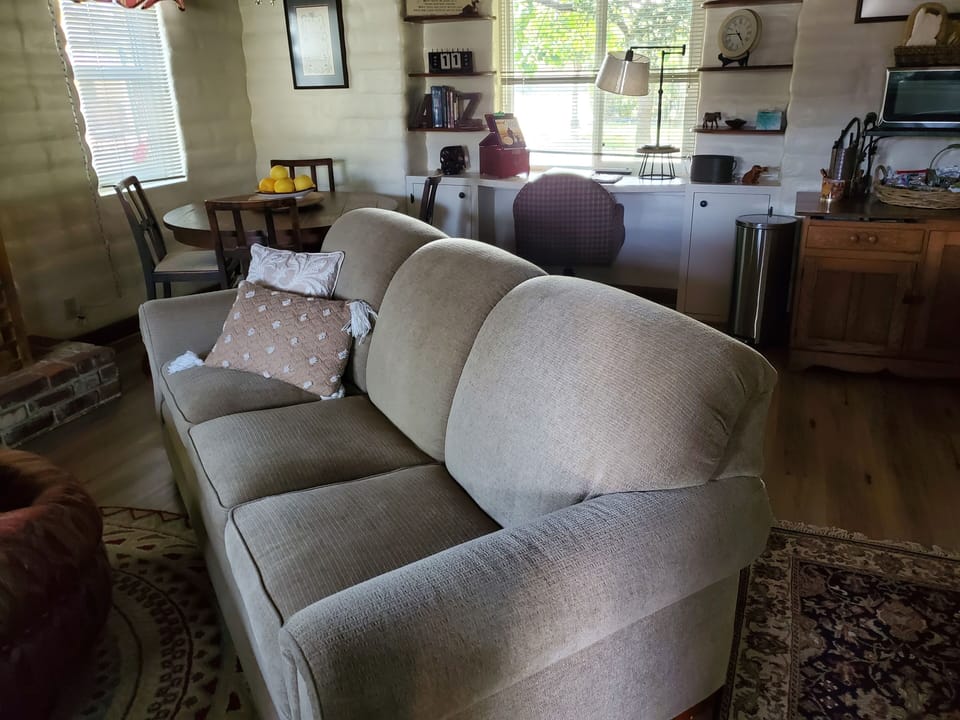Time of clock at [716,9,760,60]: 4:45
